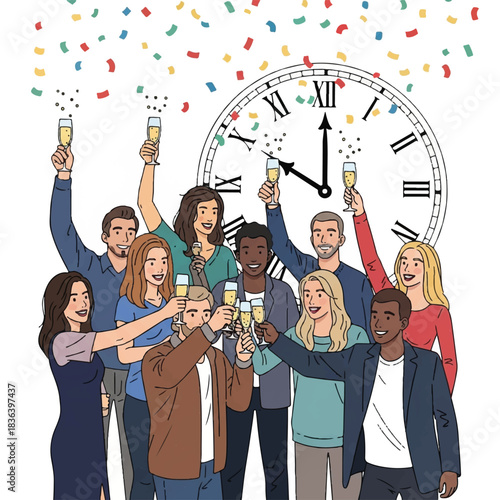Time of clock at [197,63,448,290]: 10:00
